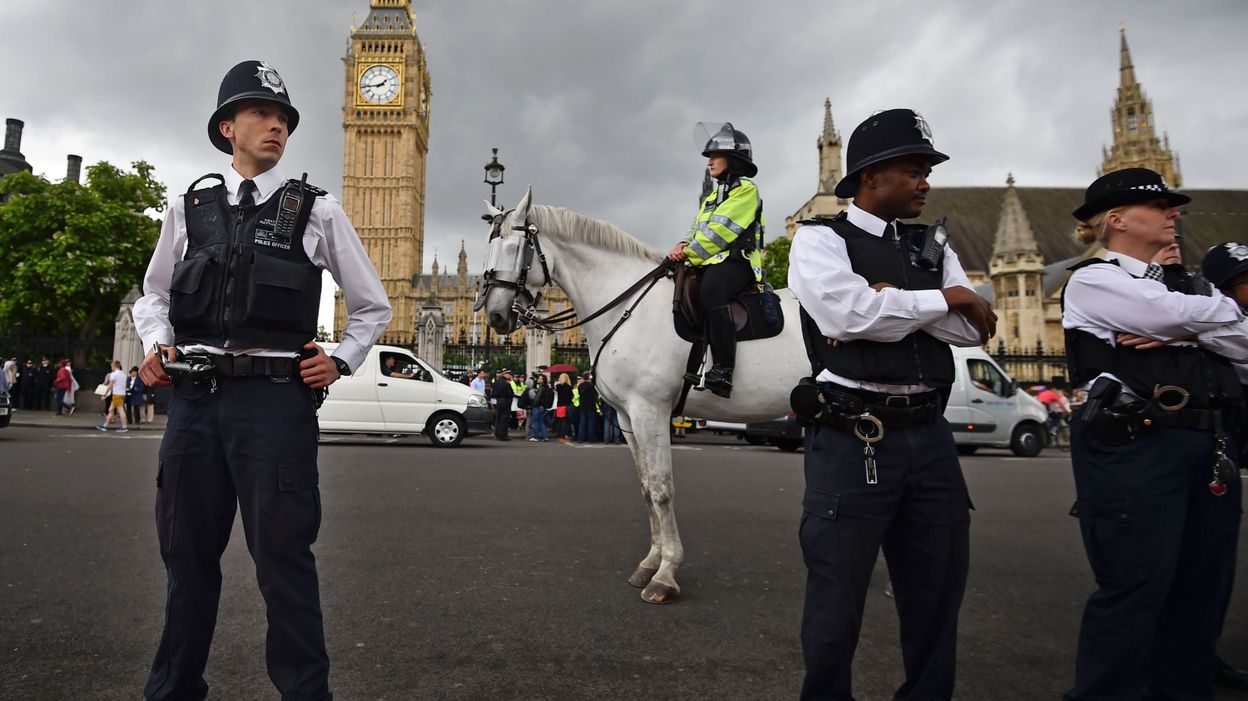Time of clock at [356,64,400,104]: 1:43
